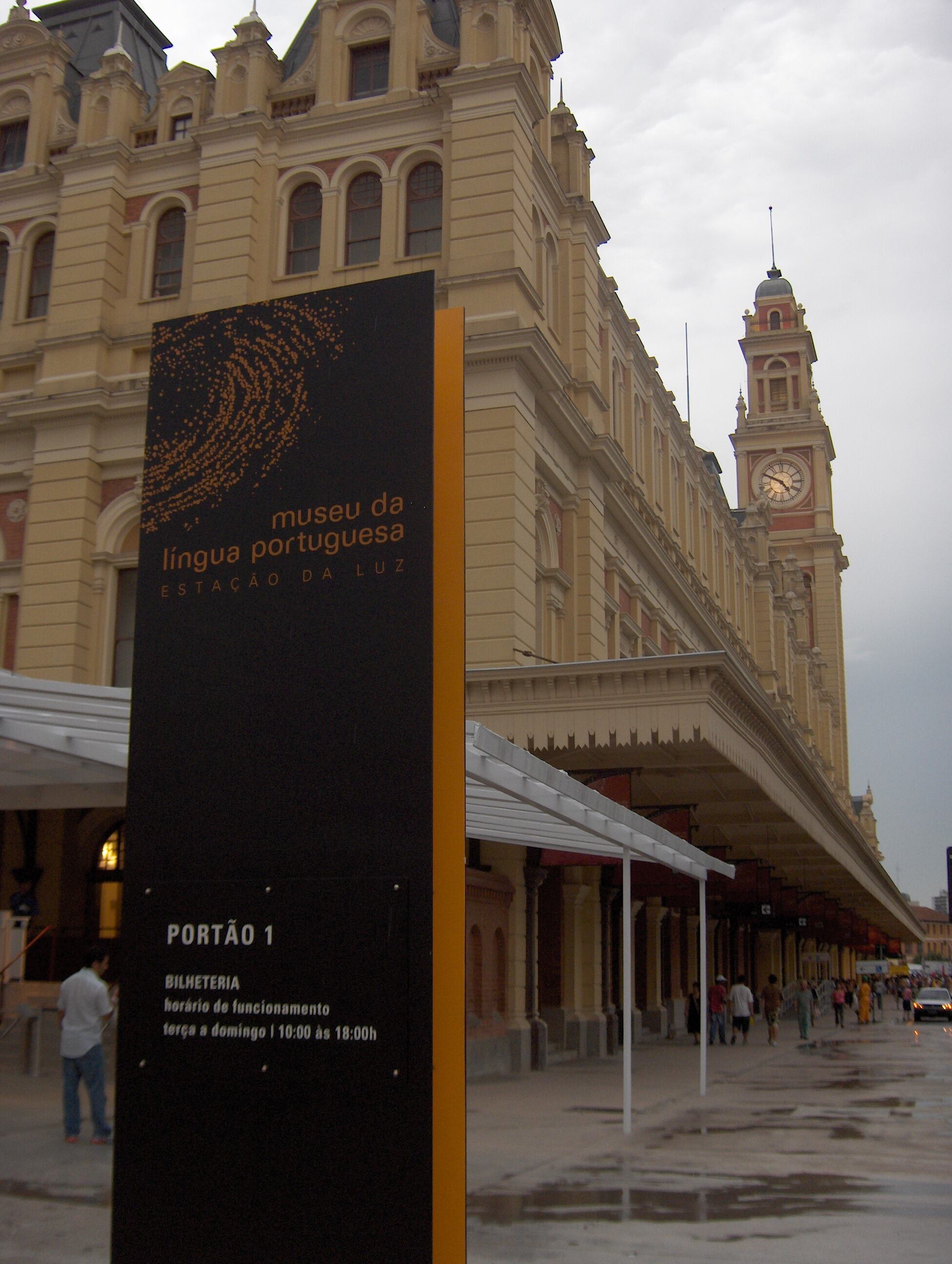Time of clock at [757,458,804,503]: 4:49
